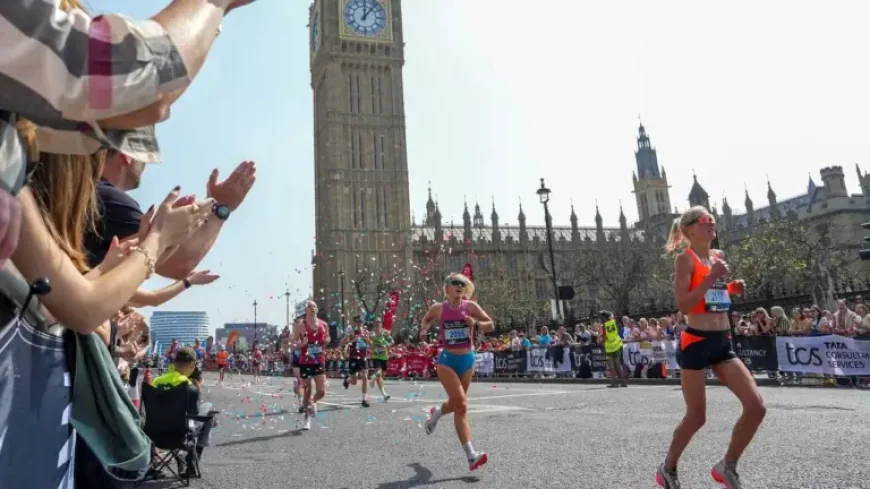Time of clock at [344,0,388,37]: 12:06
